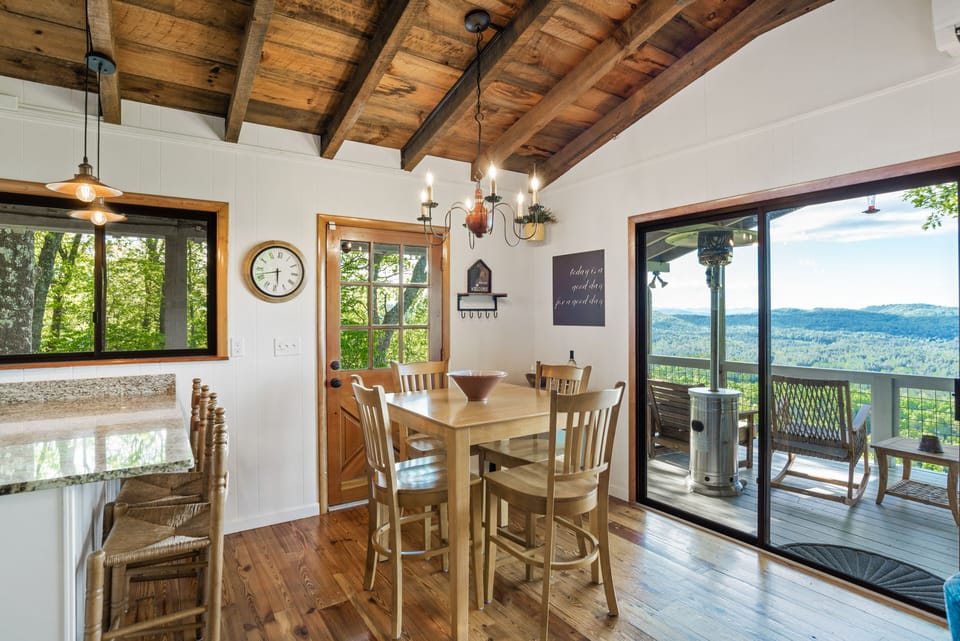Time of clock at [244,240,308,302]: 5:42
